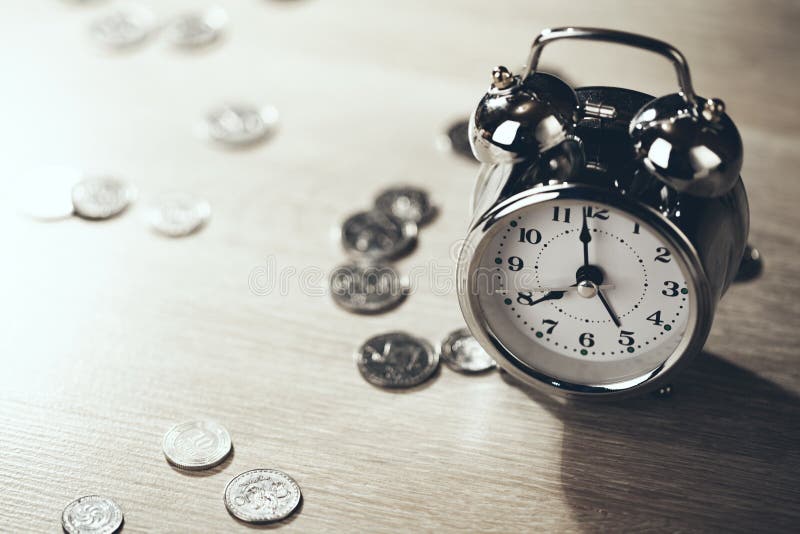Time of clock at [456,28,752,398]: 7:58
